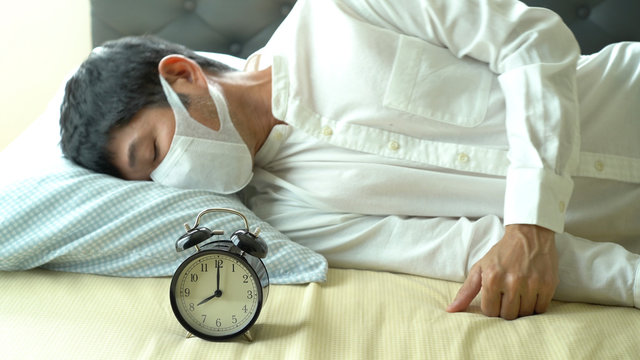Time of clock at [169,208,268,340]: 8:00
